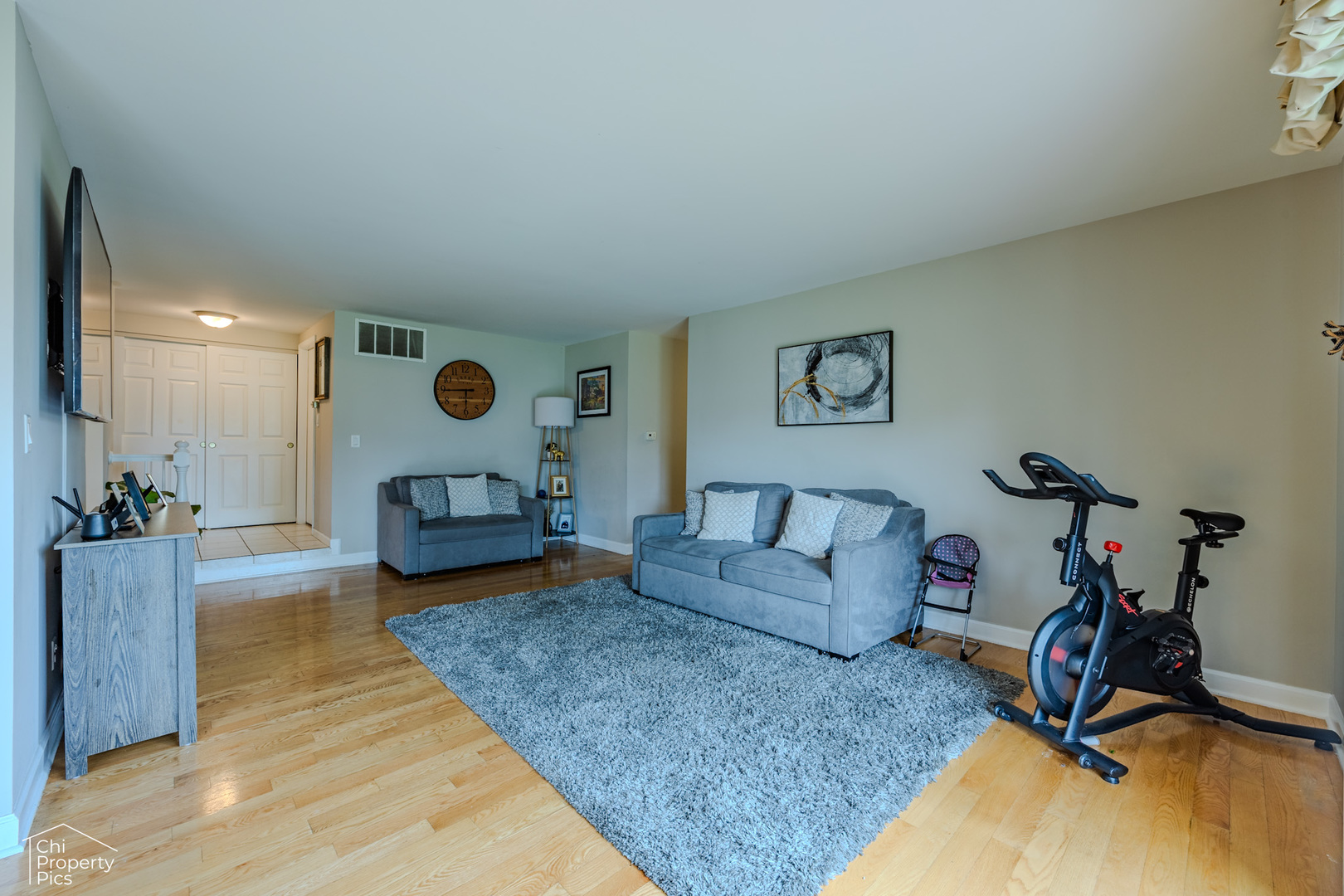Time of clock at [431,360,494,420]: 5:44
